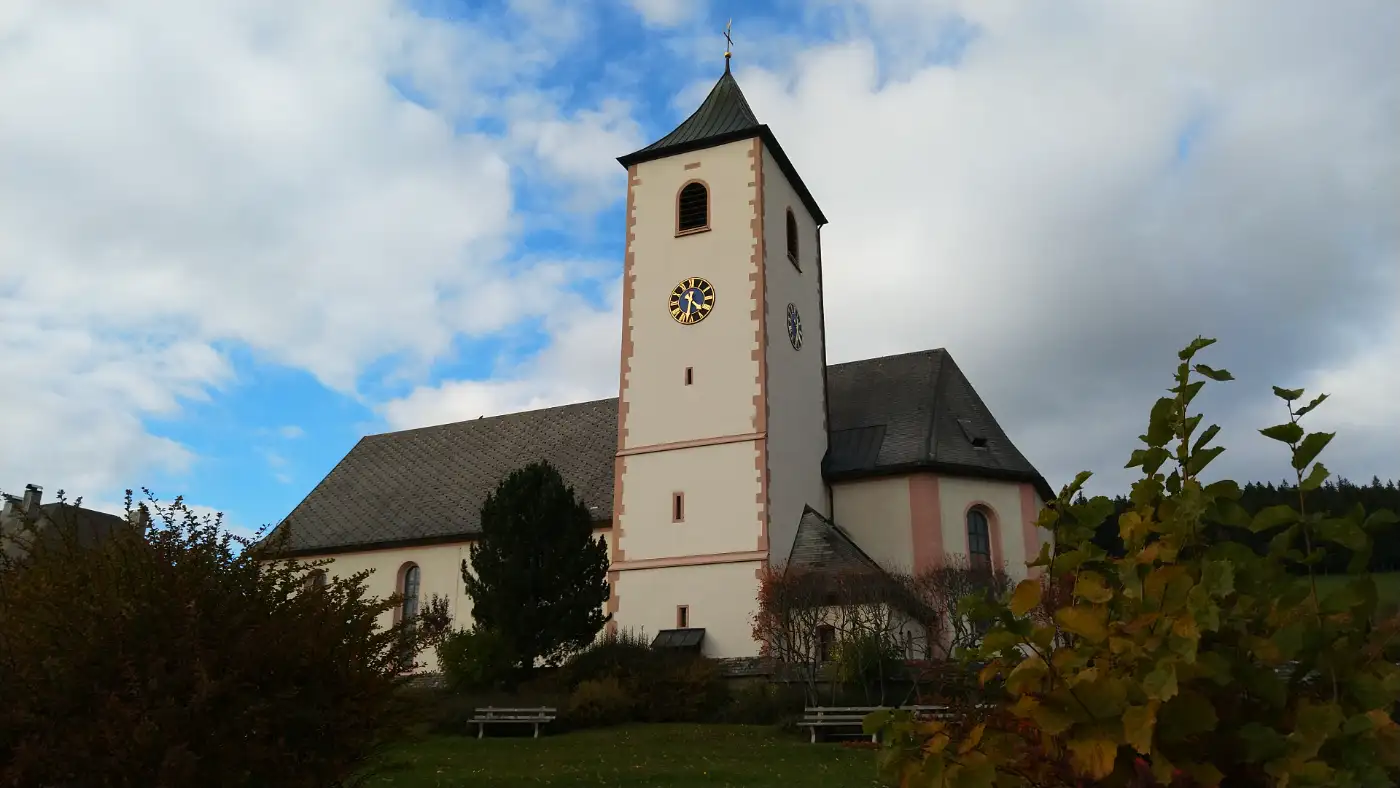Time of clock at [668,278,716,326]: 4:31
